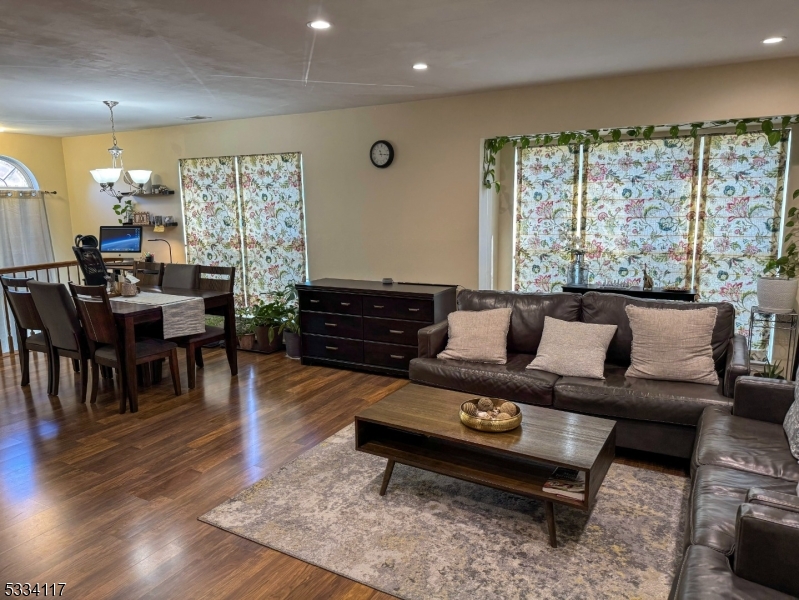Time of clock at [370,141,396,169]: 11:14
